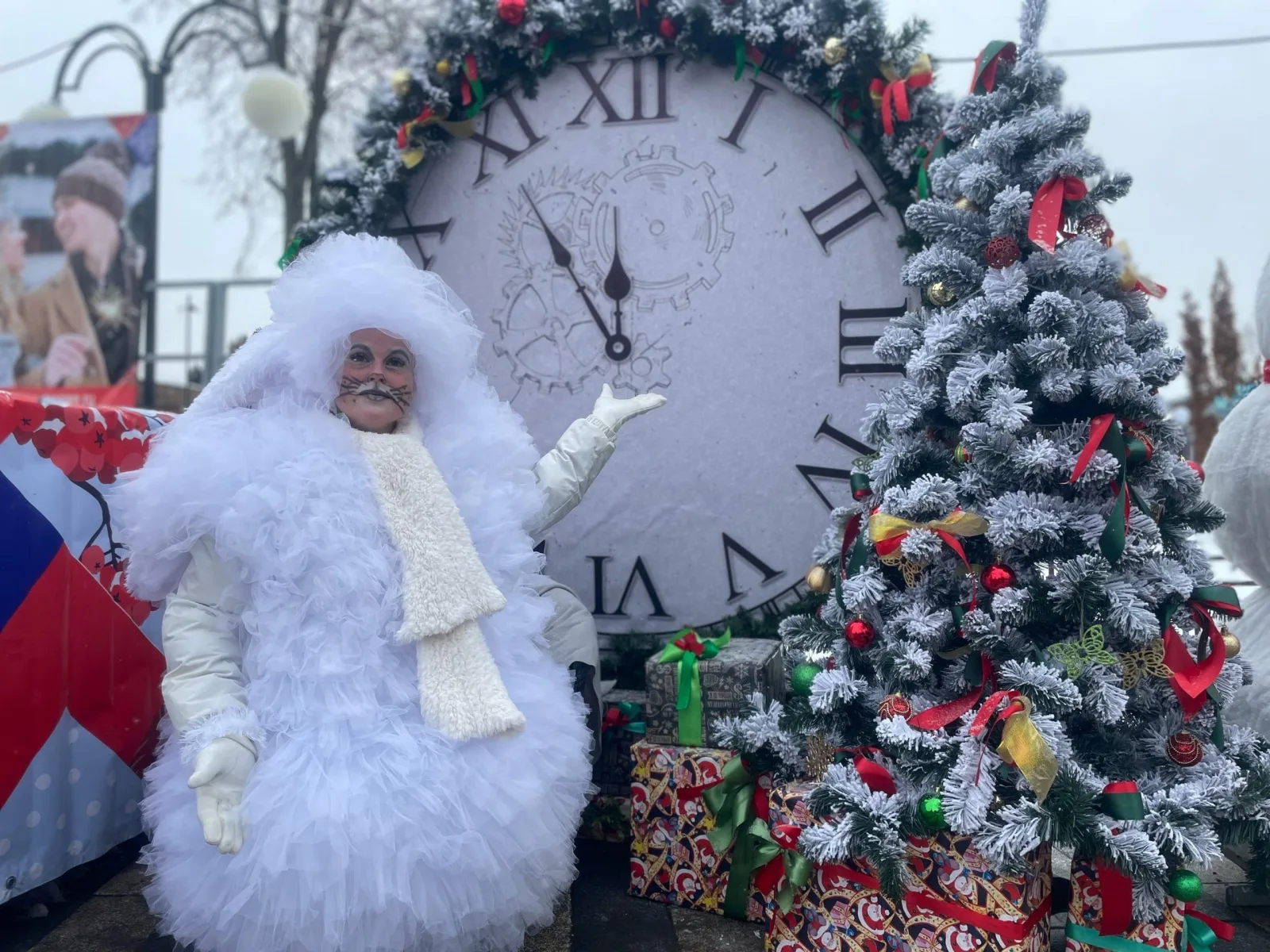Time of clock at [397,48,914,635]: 11:54
